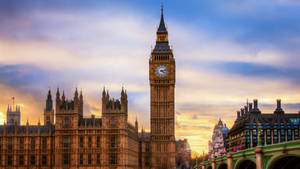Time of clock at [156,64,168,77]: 4:12
